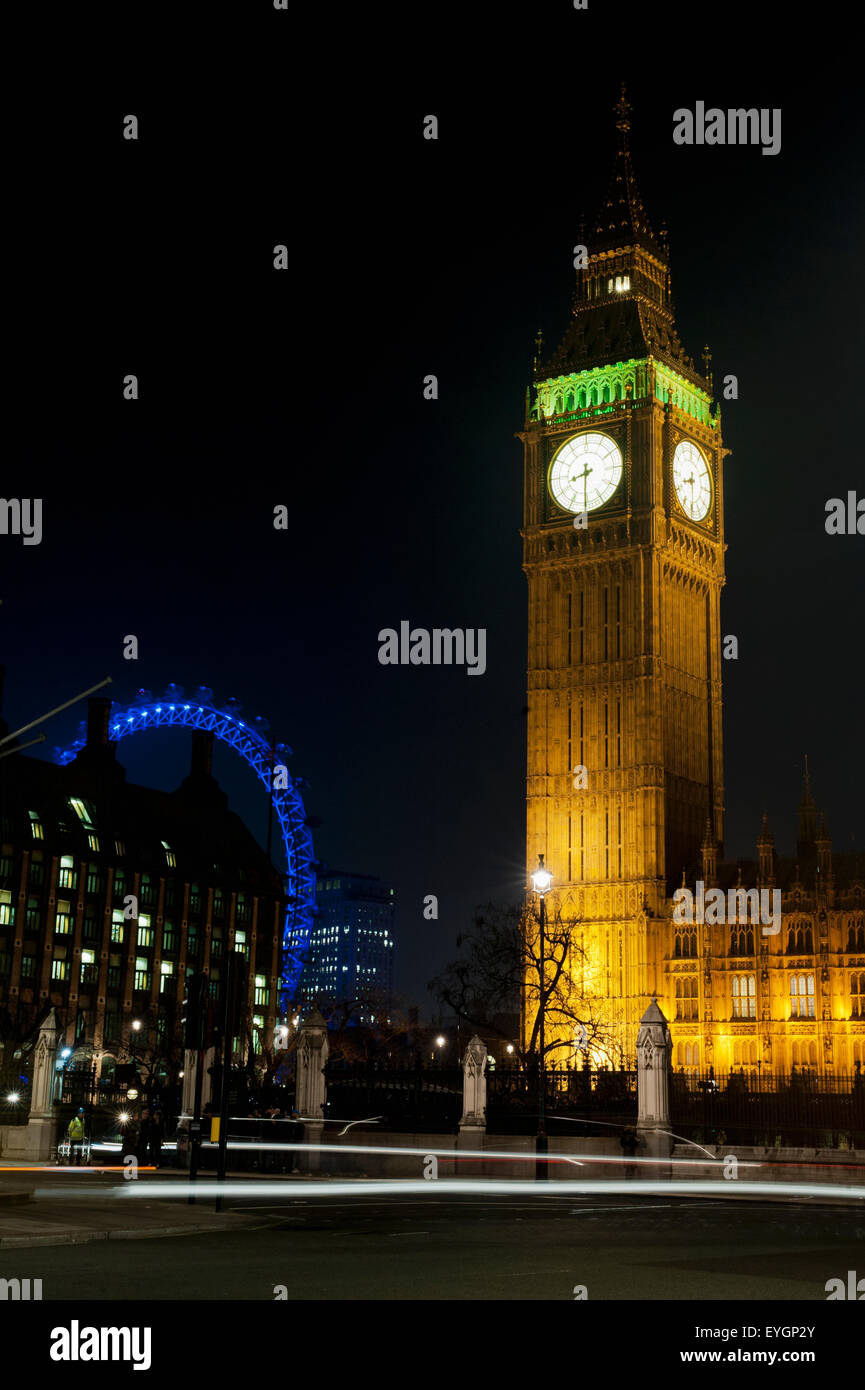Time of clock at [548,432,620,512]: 8:30
